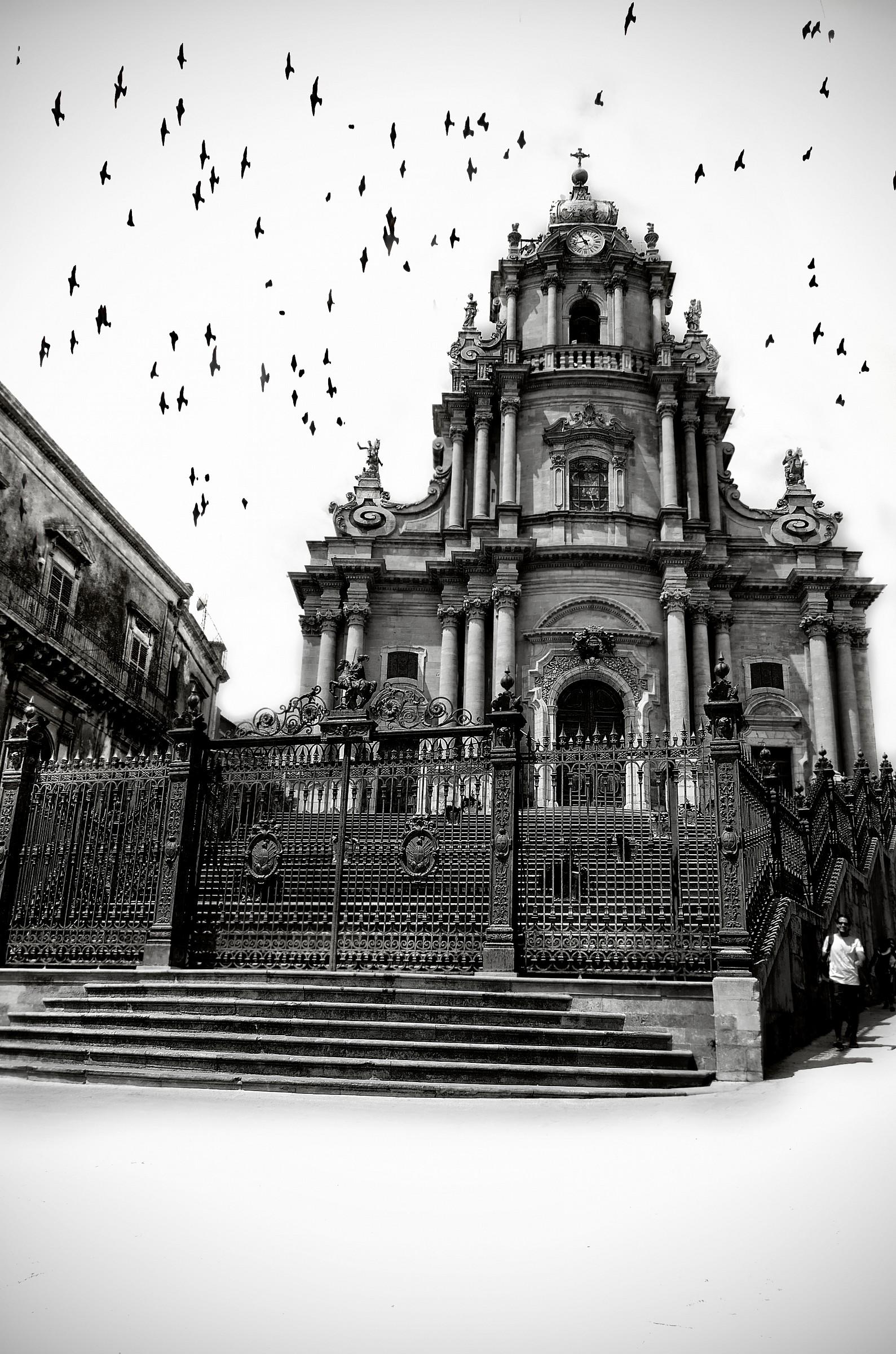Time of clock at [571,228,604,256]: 10:42
